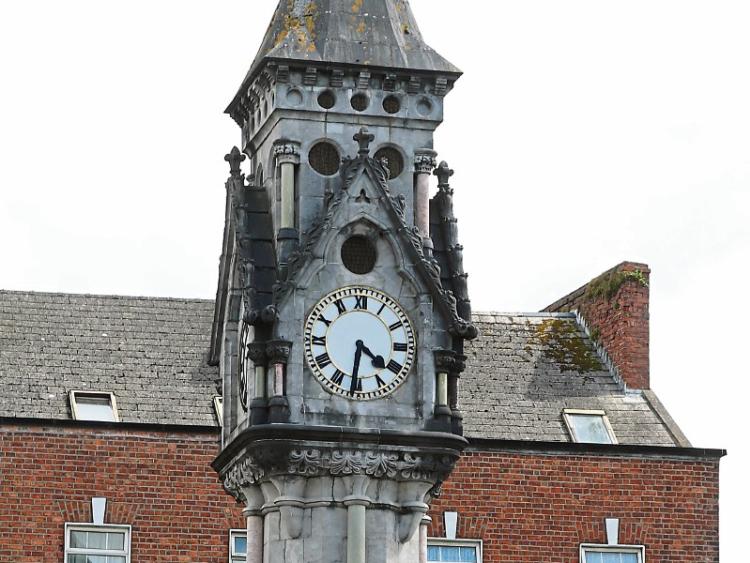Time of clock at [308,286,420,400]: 4:31
